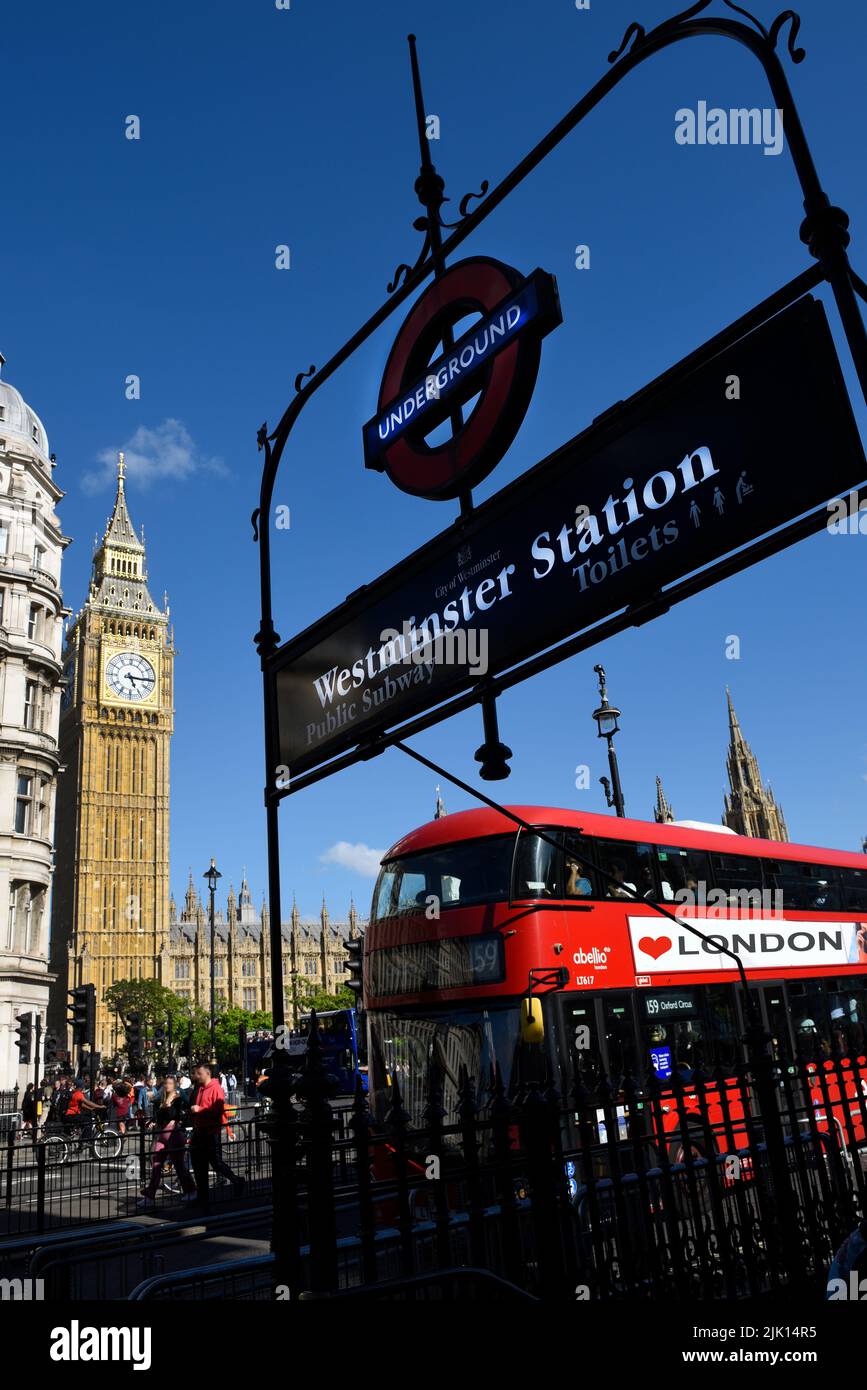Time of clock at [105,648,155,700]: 5:15
